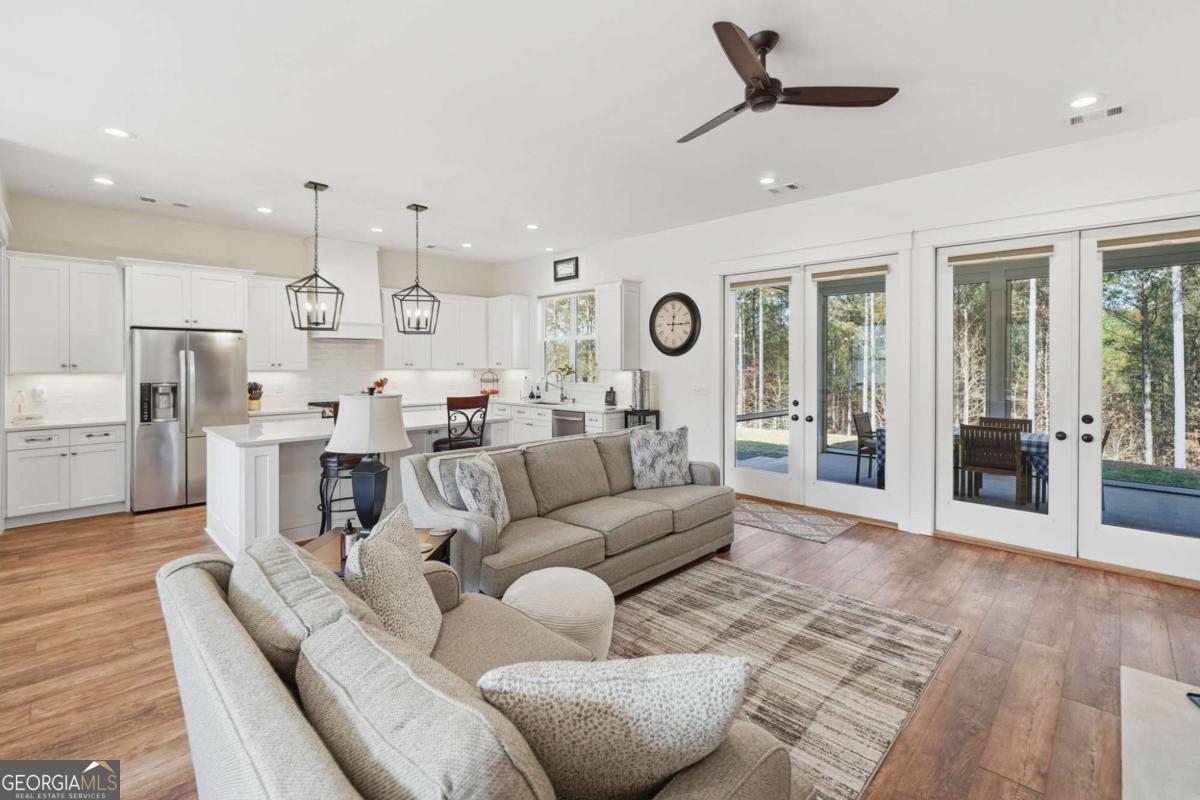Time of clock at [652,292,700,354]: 12:14
